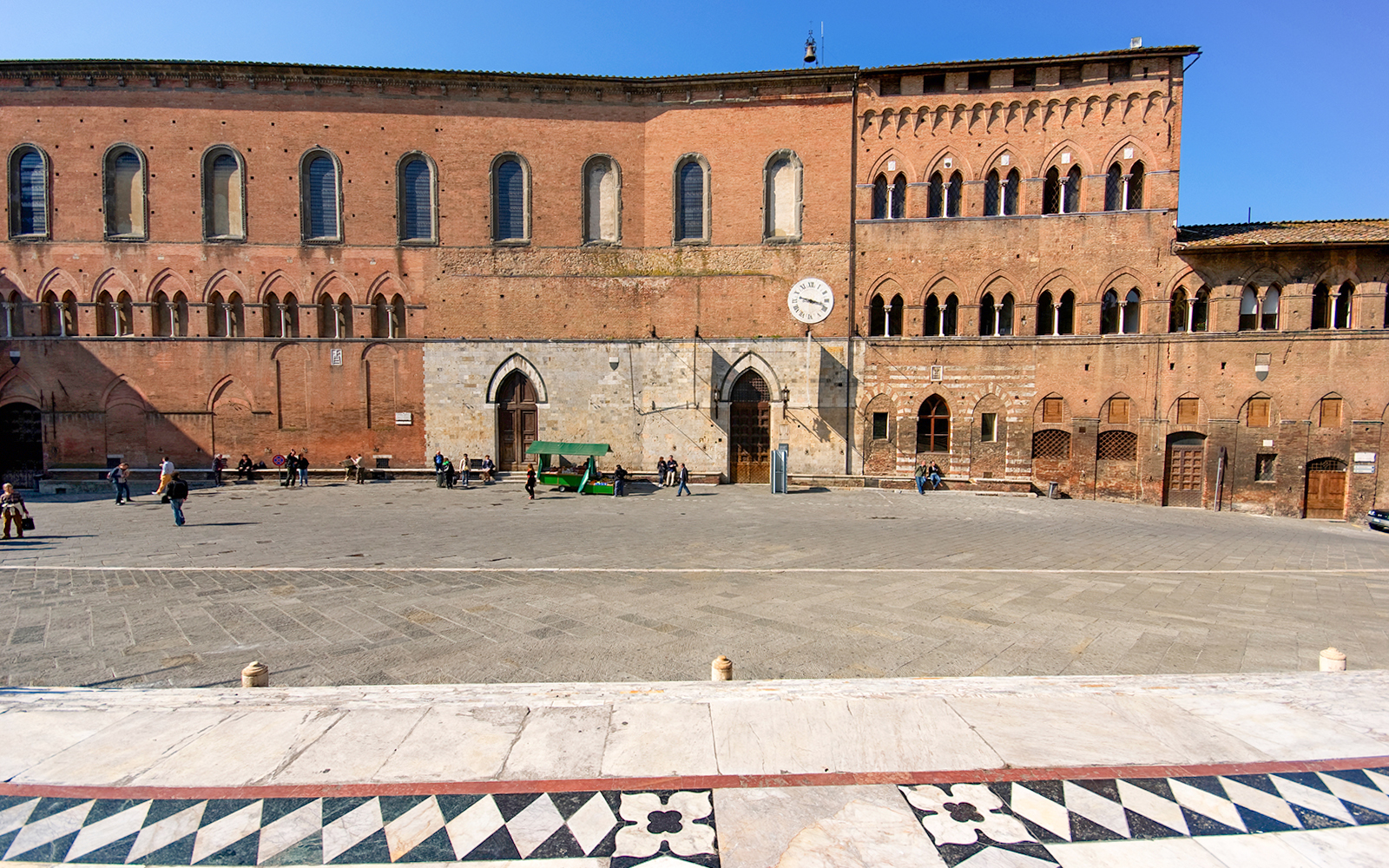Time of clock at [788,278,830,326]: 3:17
